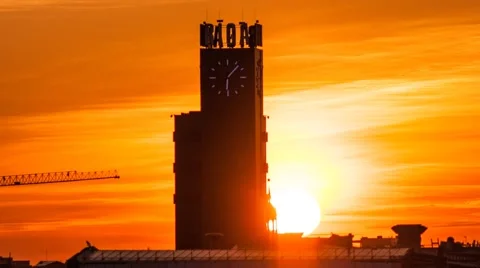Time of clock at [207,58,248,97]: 6:07
